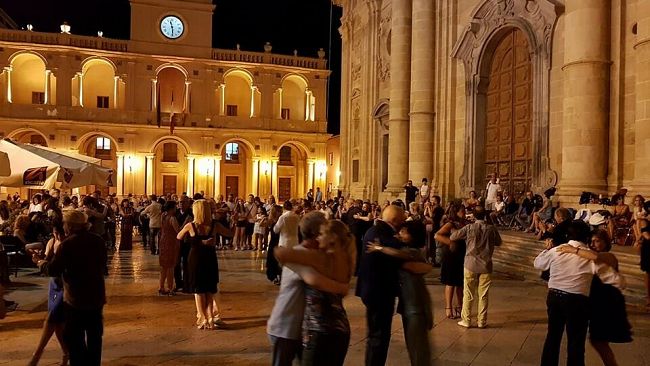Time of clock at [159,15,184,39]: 11:29
